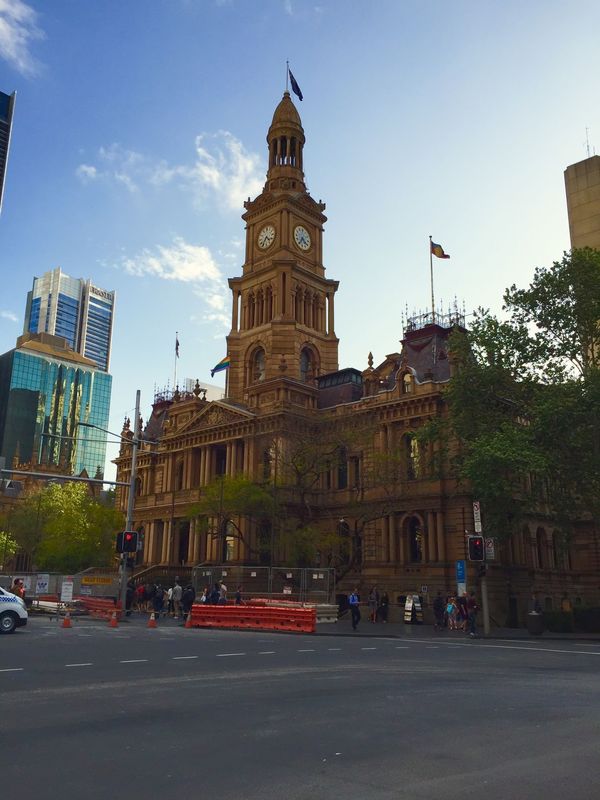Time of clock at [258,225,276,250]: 4:35
